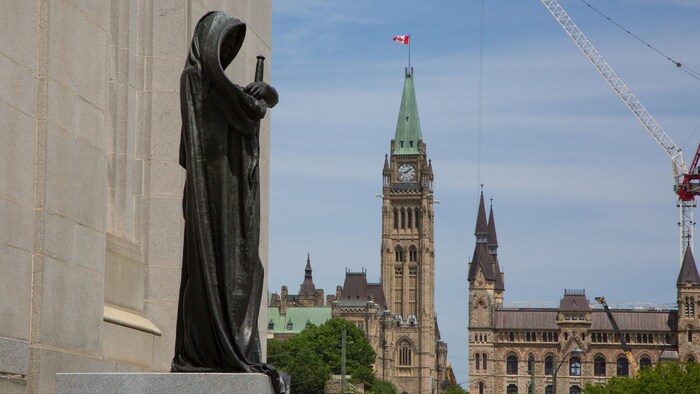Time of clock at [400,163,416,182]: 1:42
